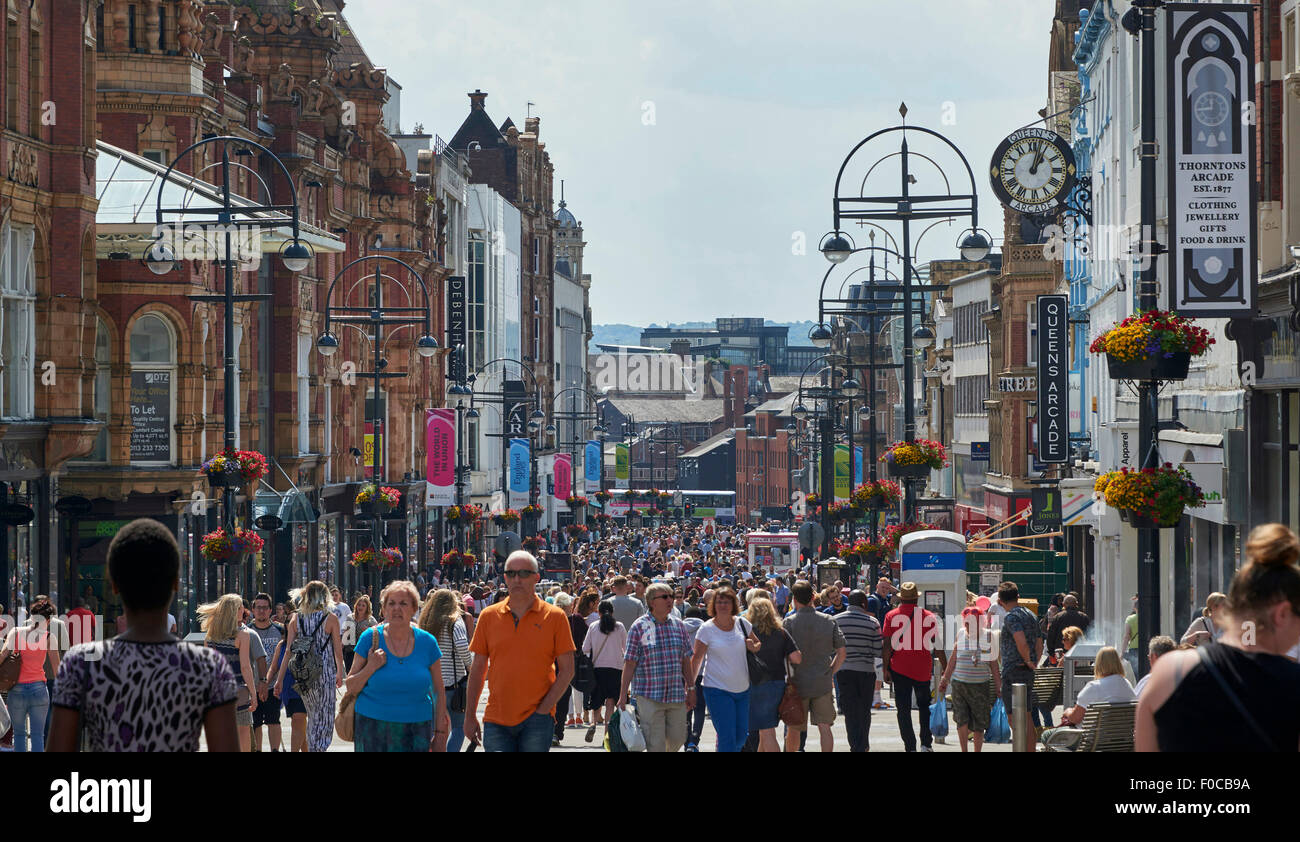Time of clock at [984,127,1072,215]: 1:02
